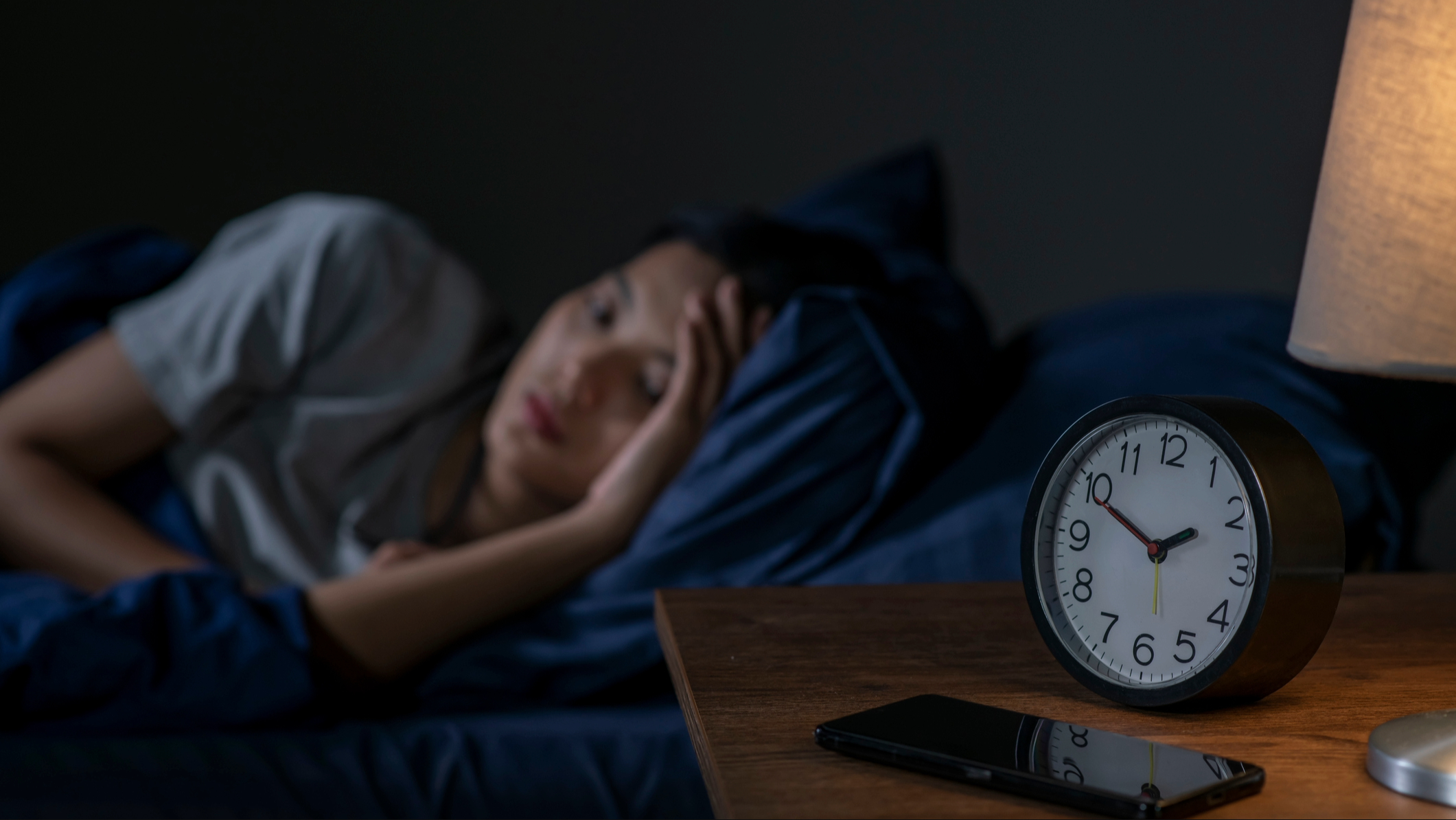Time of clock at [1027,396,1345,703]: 1:49
